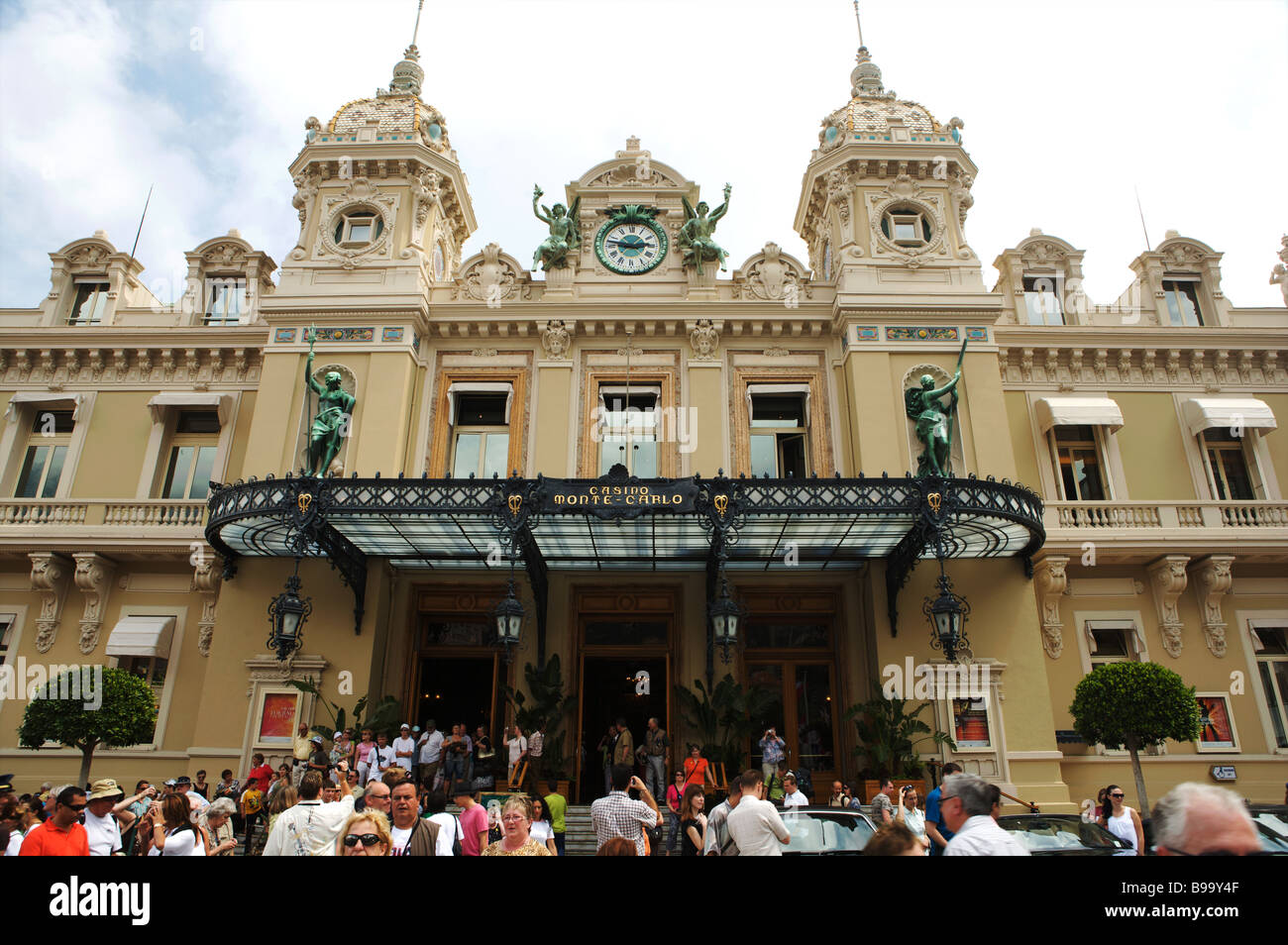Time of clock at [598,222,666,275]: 2:47
